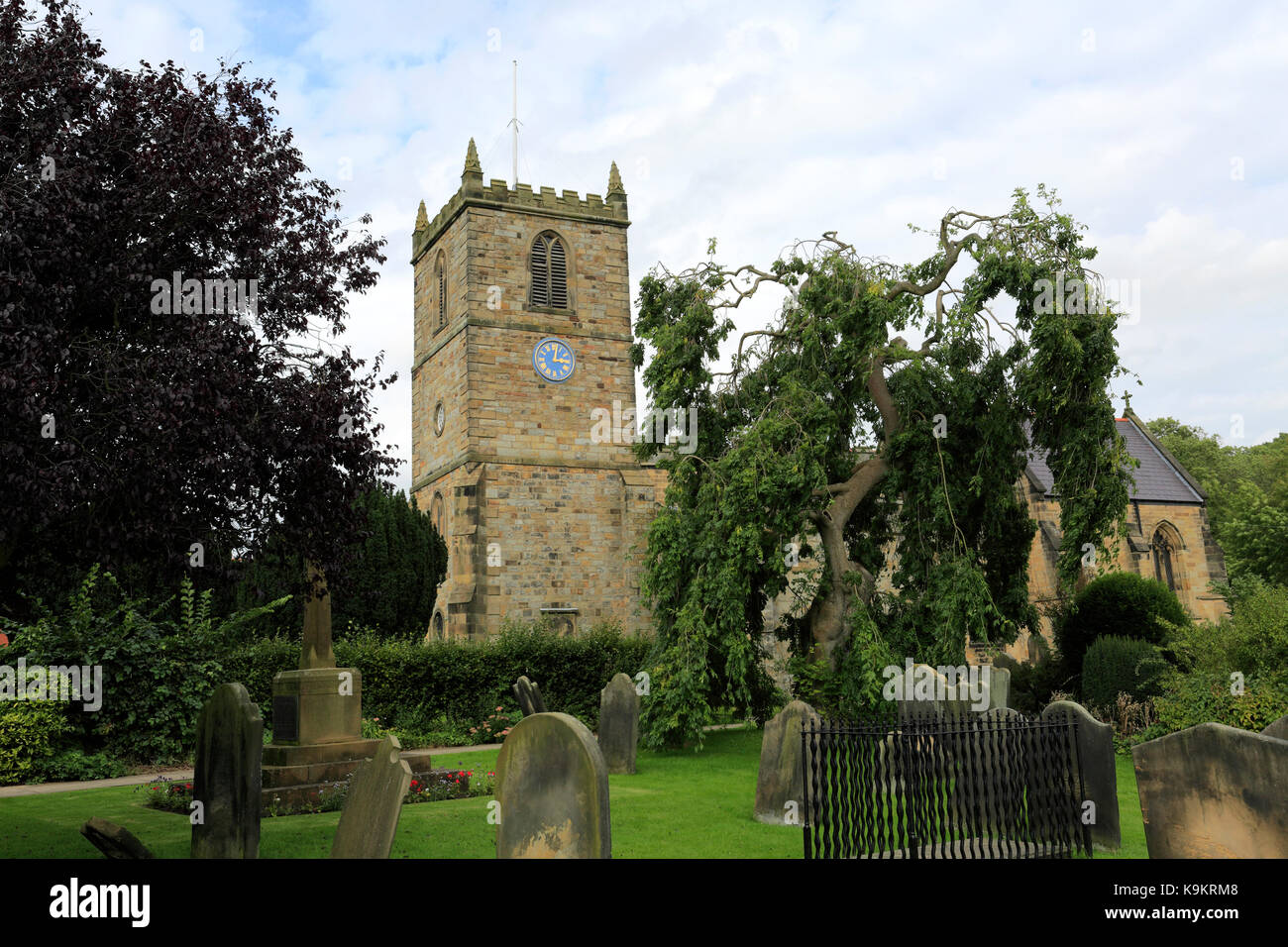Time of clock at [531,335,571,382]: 3:02
